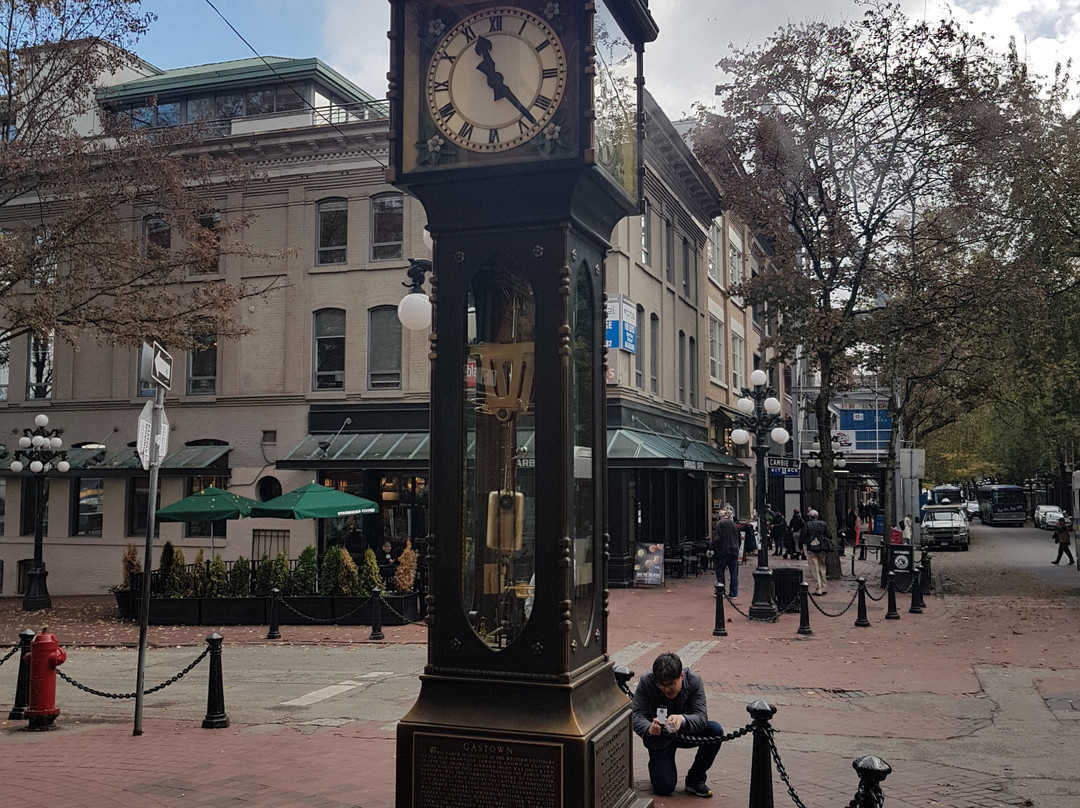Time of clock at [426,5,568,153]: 11:23
